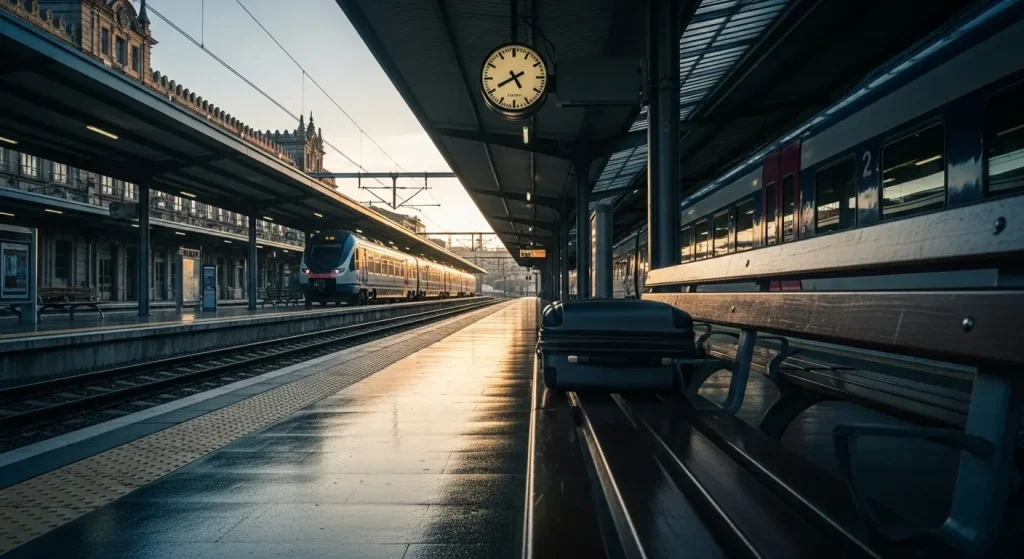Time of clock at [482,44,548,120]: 4:40
